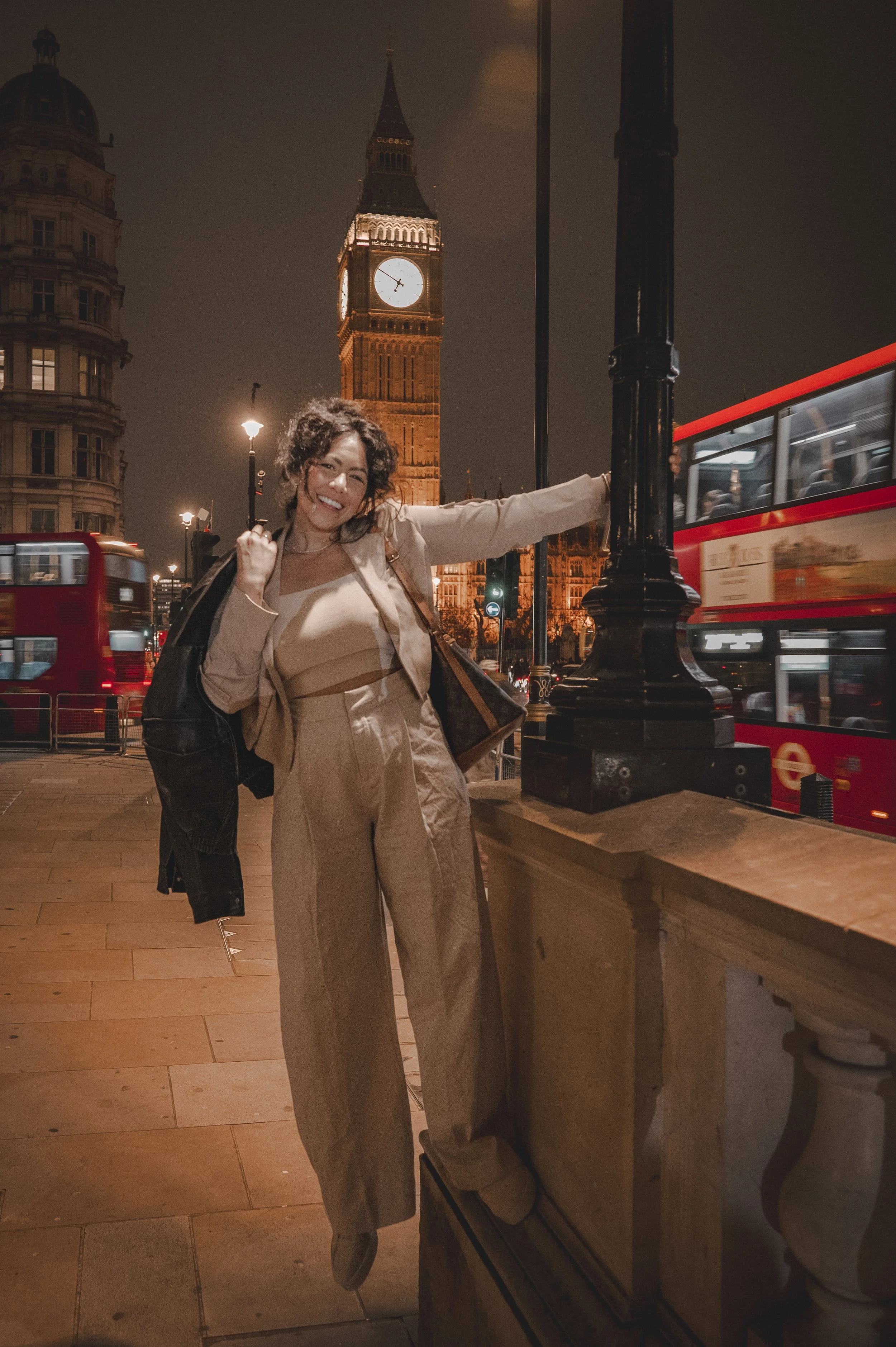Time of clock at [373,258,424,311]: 6:50
